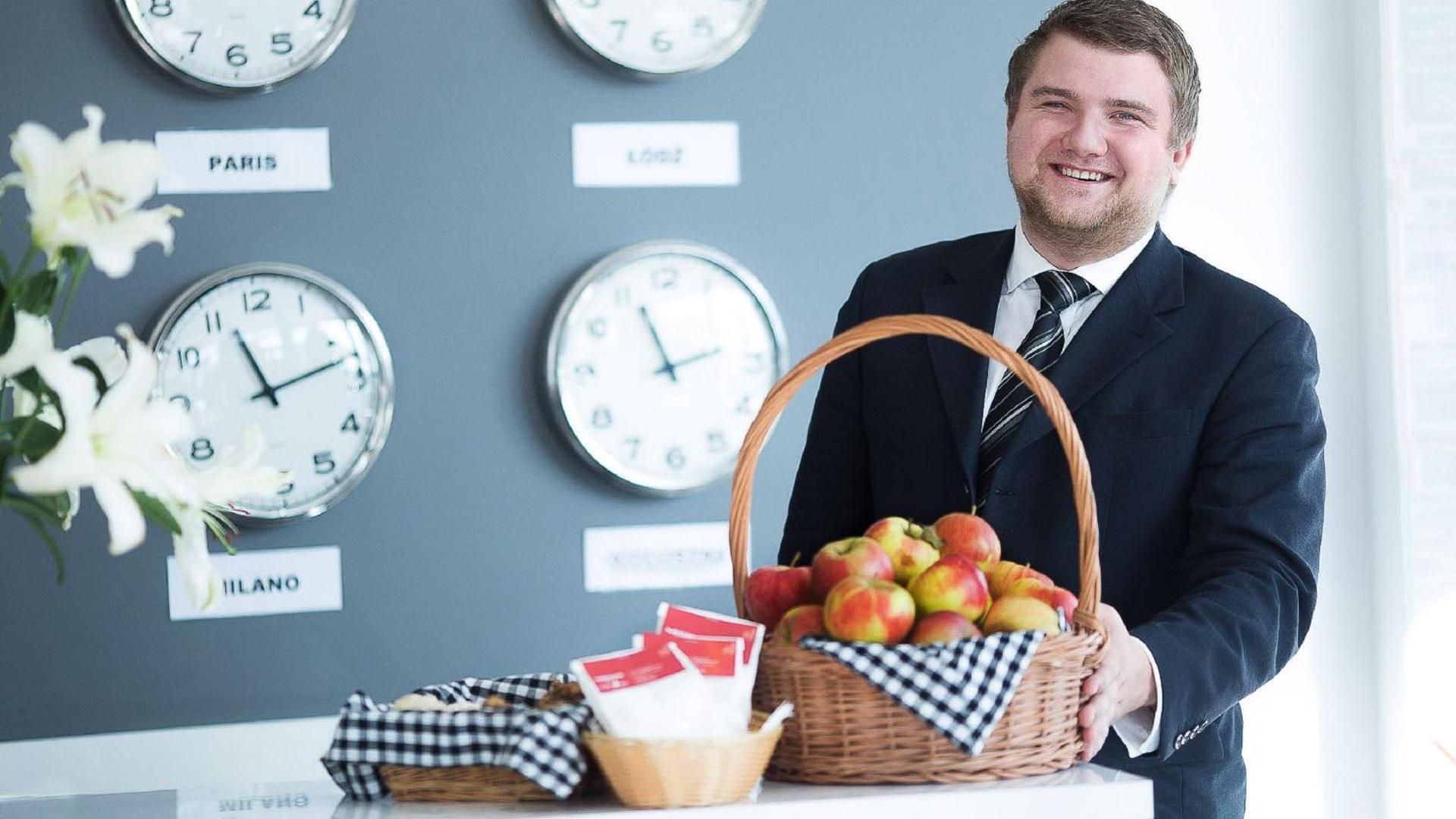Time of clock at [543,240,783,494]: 11:12
